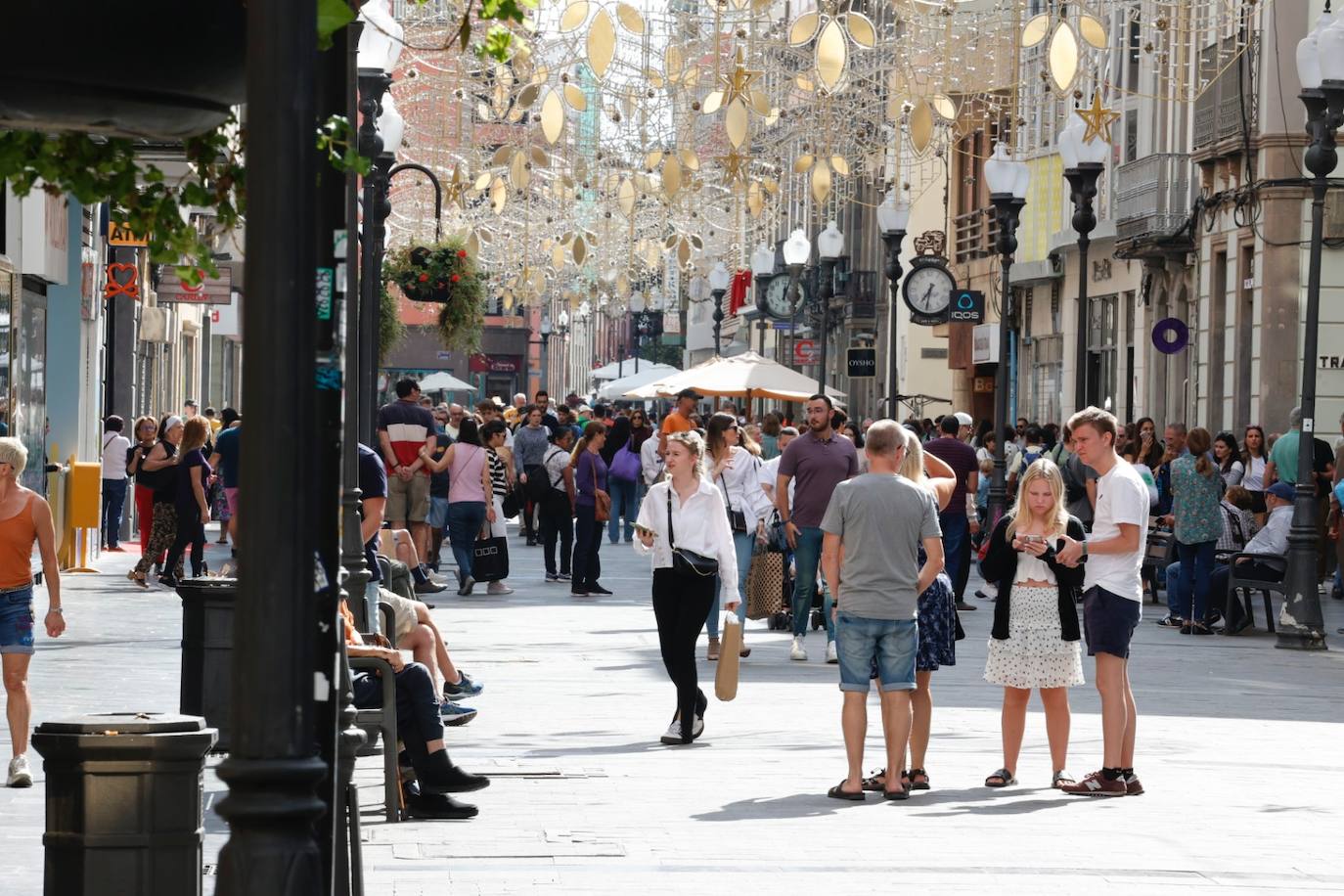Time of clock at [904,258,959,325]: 7:32
